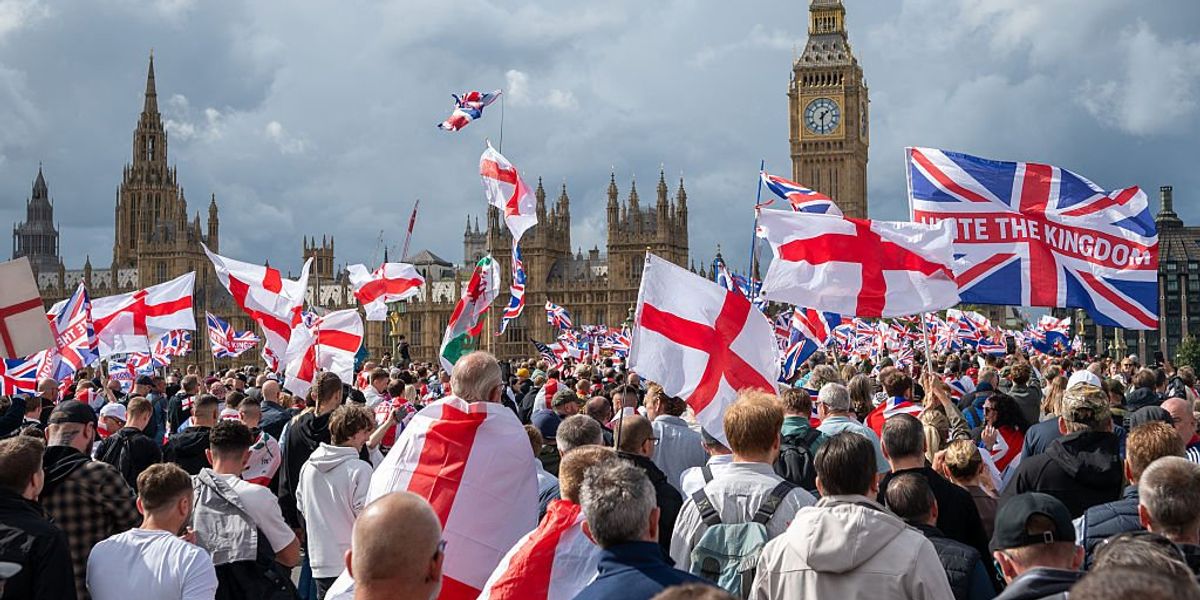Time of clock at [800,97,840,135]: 1:30
